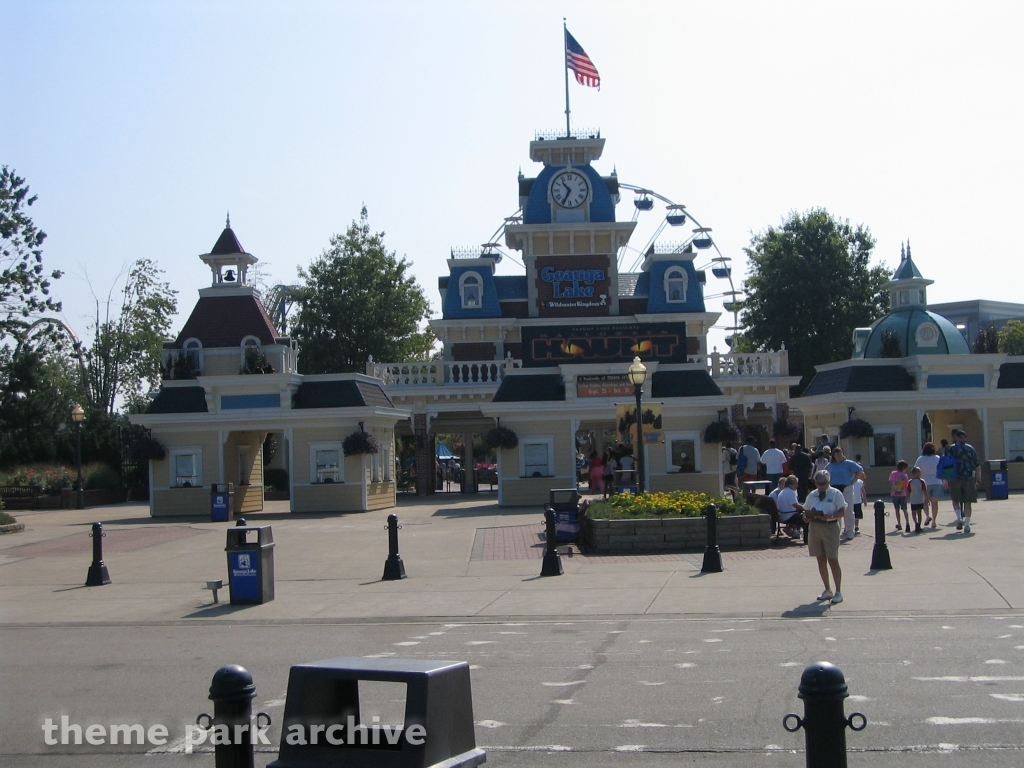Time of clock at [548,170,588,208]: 10:34
